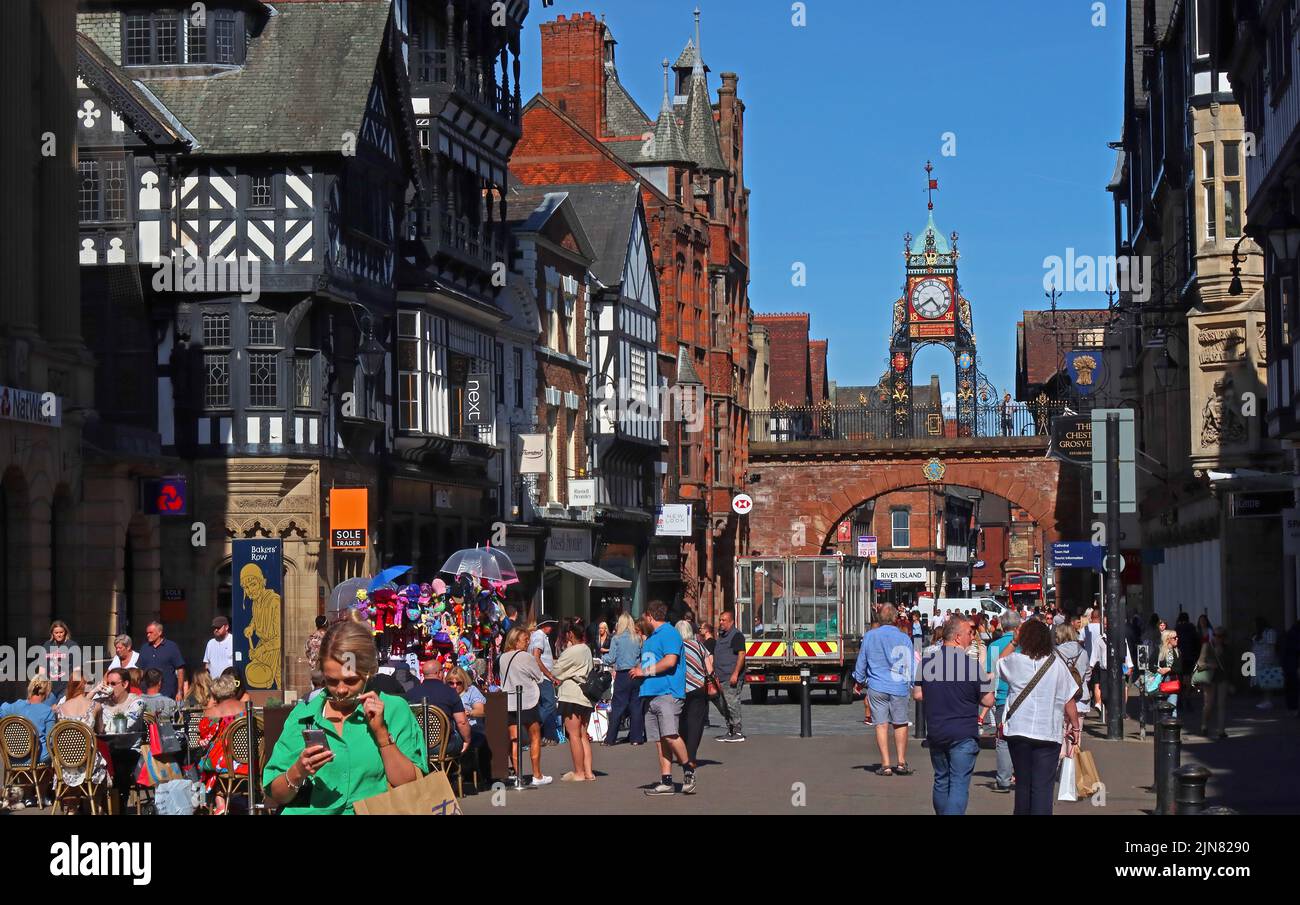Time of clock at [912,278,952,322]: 4:39
